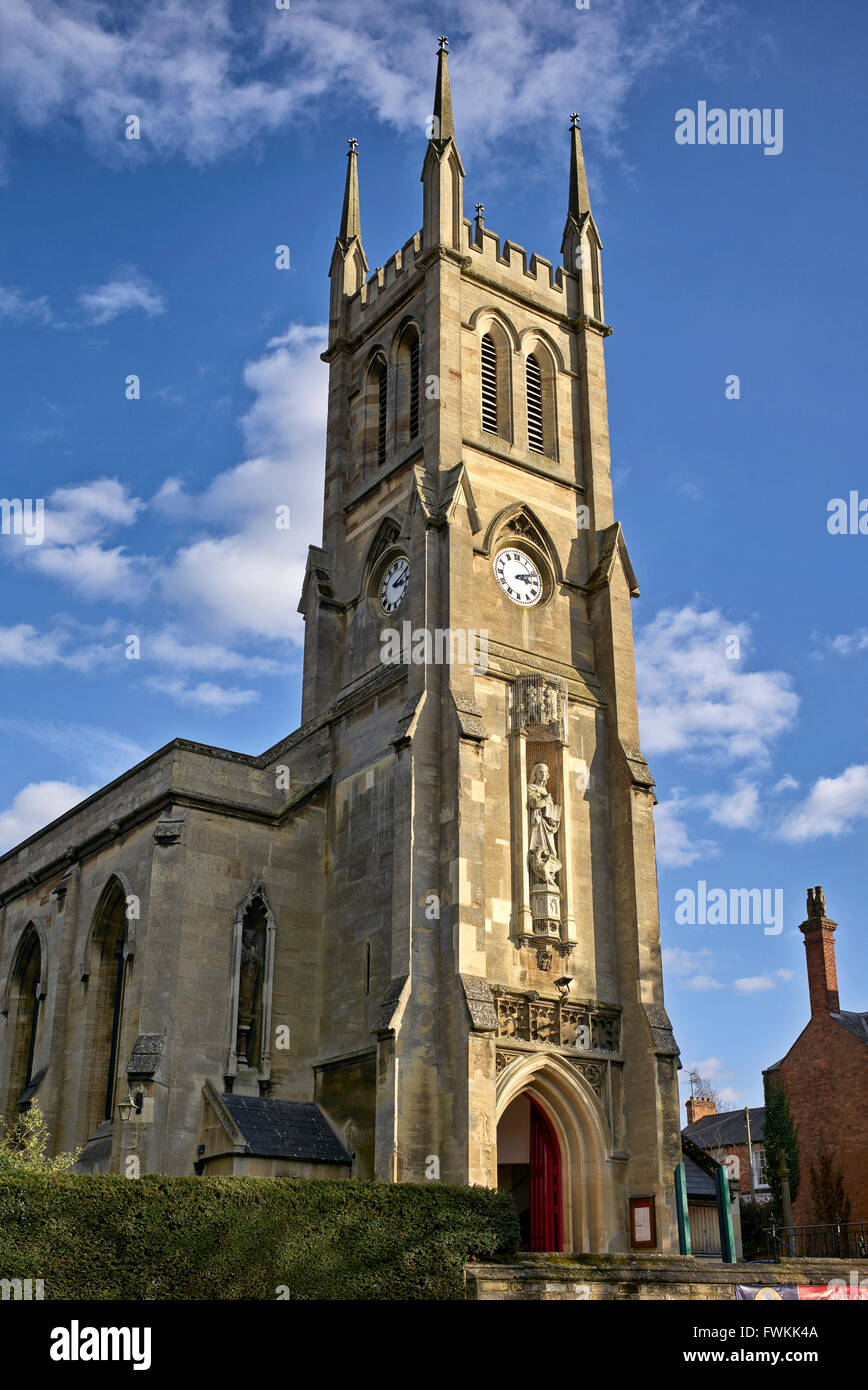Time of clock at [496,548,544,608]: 3:12
